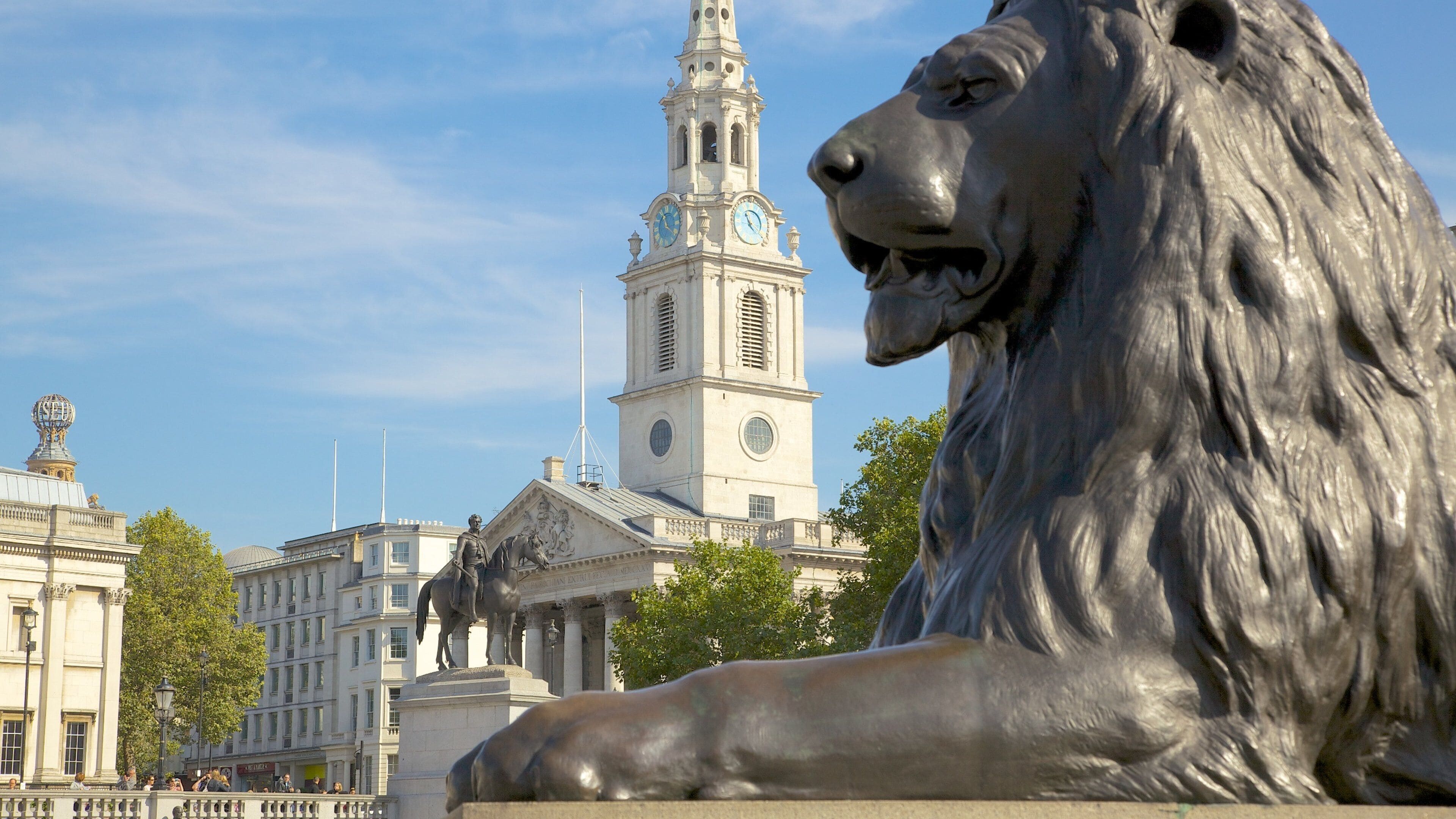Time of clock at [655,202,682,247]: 11:21
